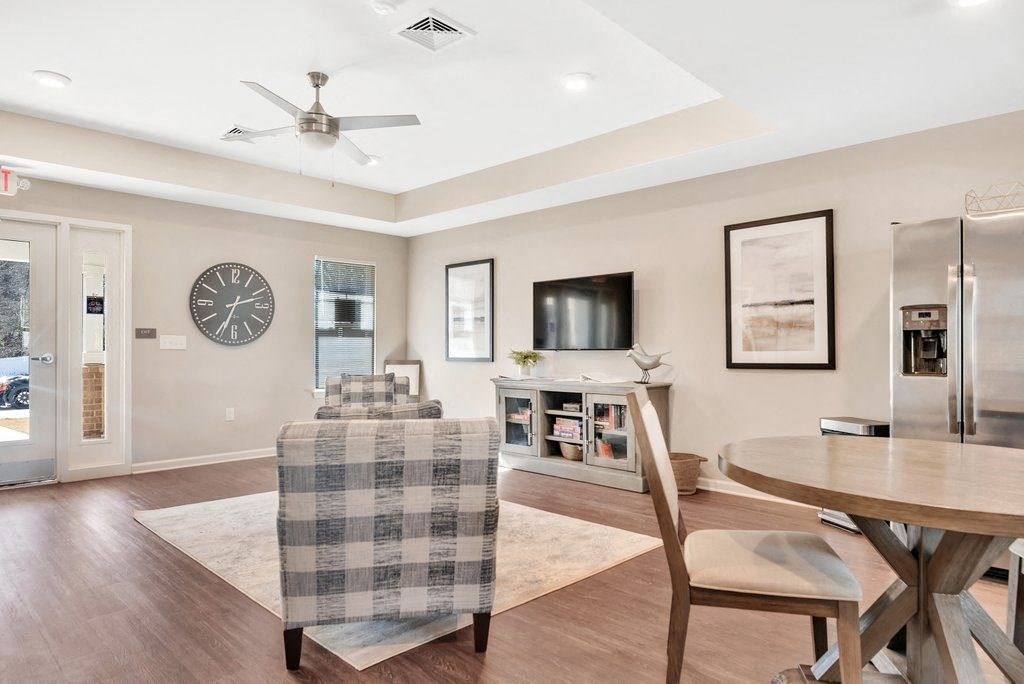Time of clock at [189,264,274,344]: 2:33
